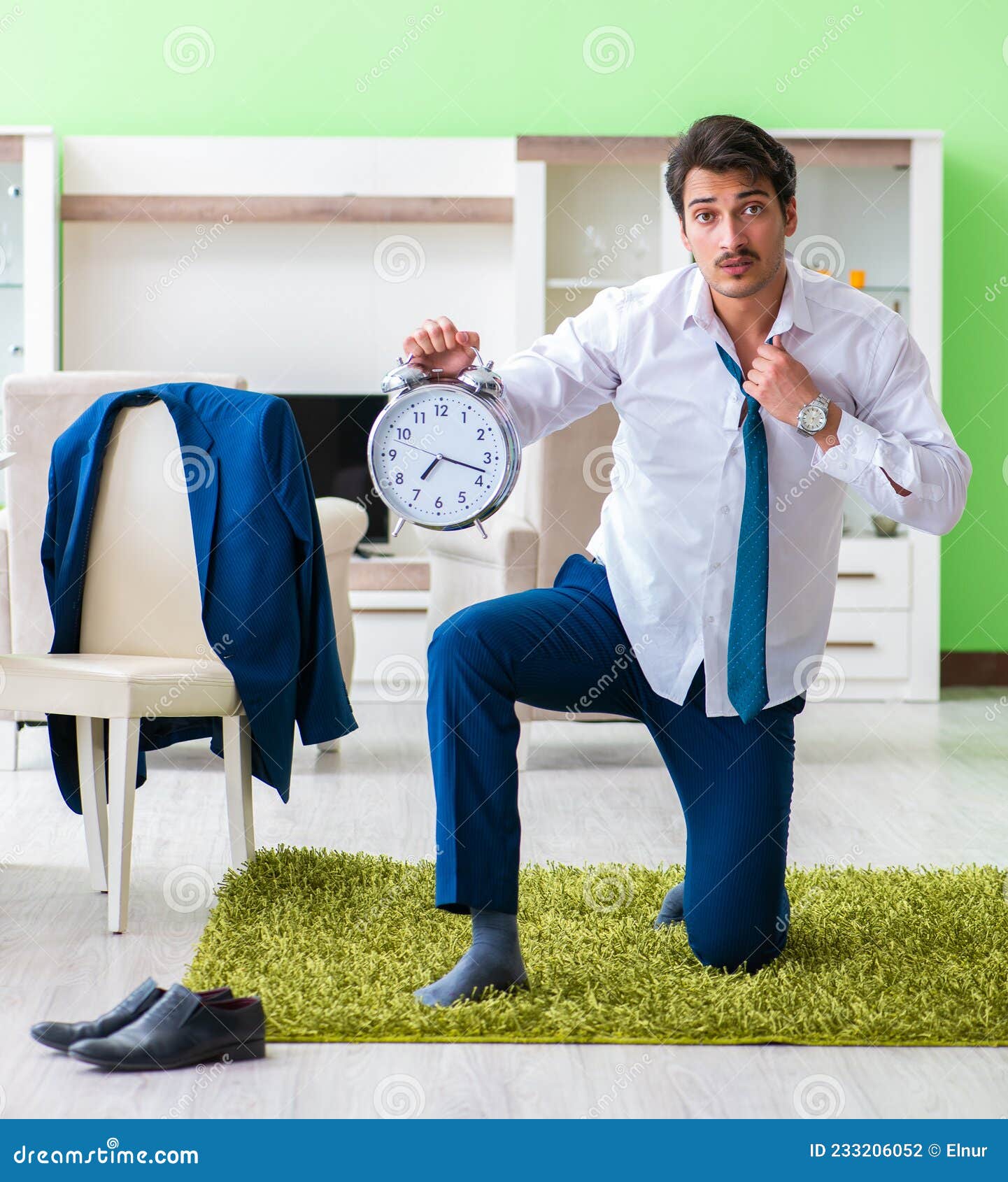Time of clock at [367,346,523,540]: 7:17
